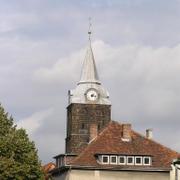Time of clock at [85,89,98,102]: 7:17
